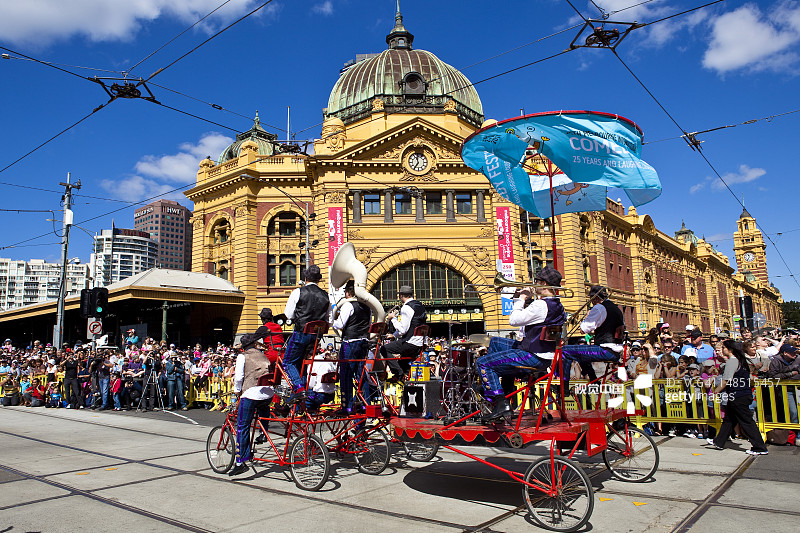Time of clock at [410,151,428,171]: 11:35
